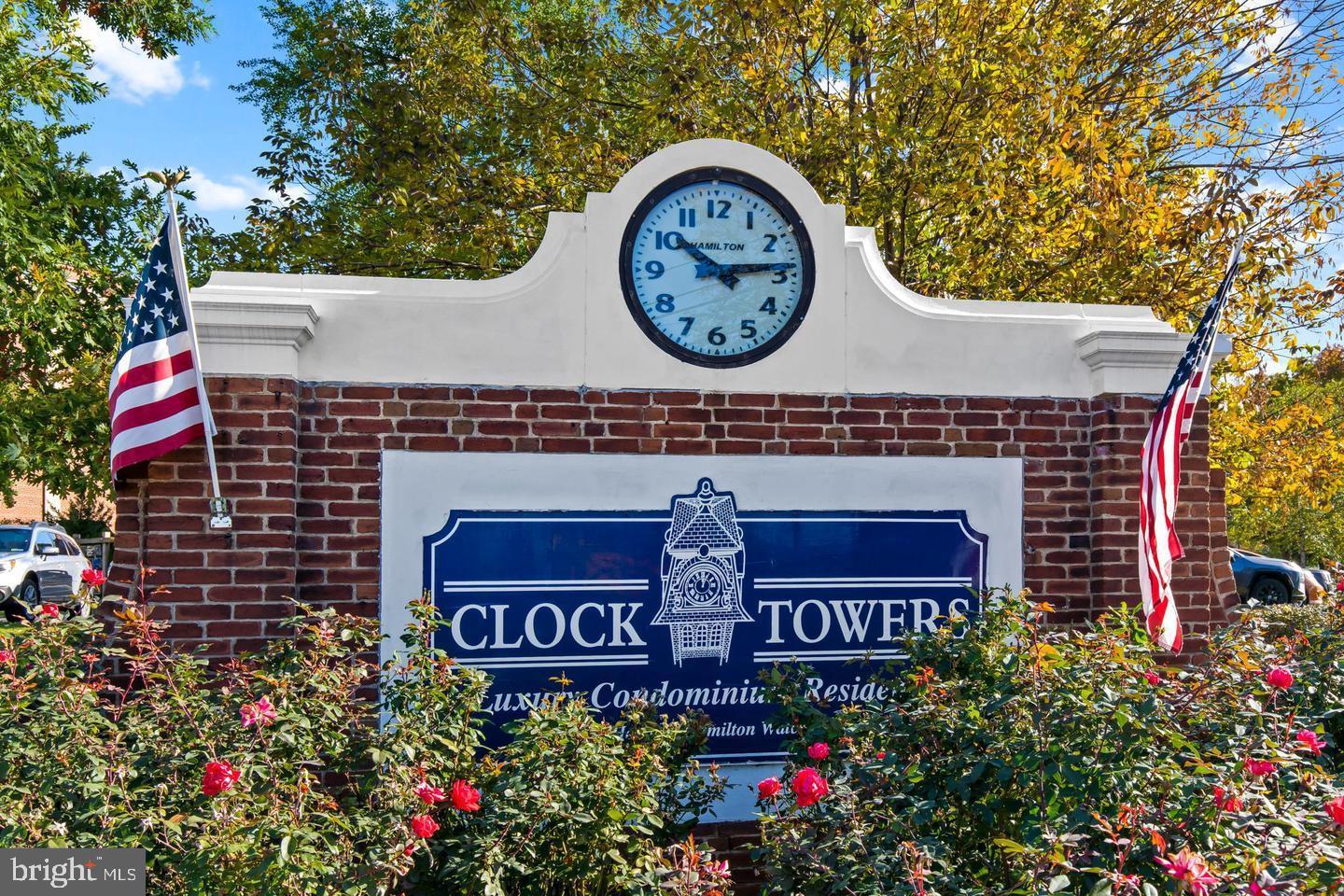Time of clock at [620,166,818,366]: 10:13
